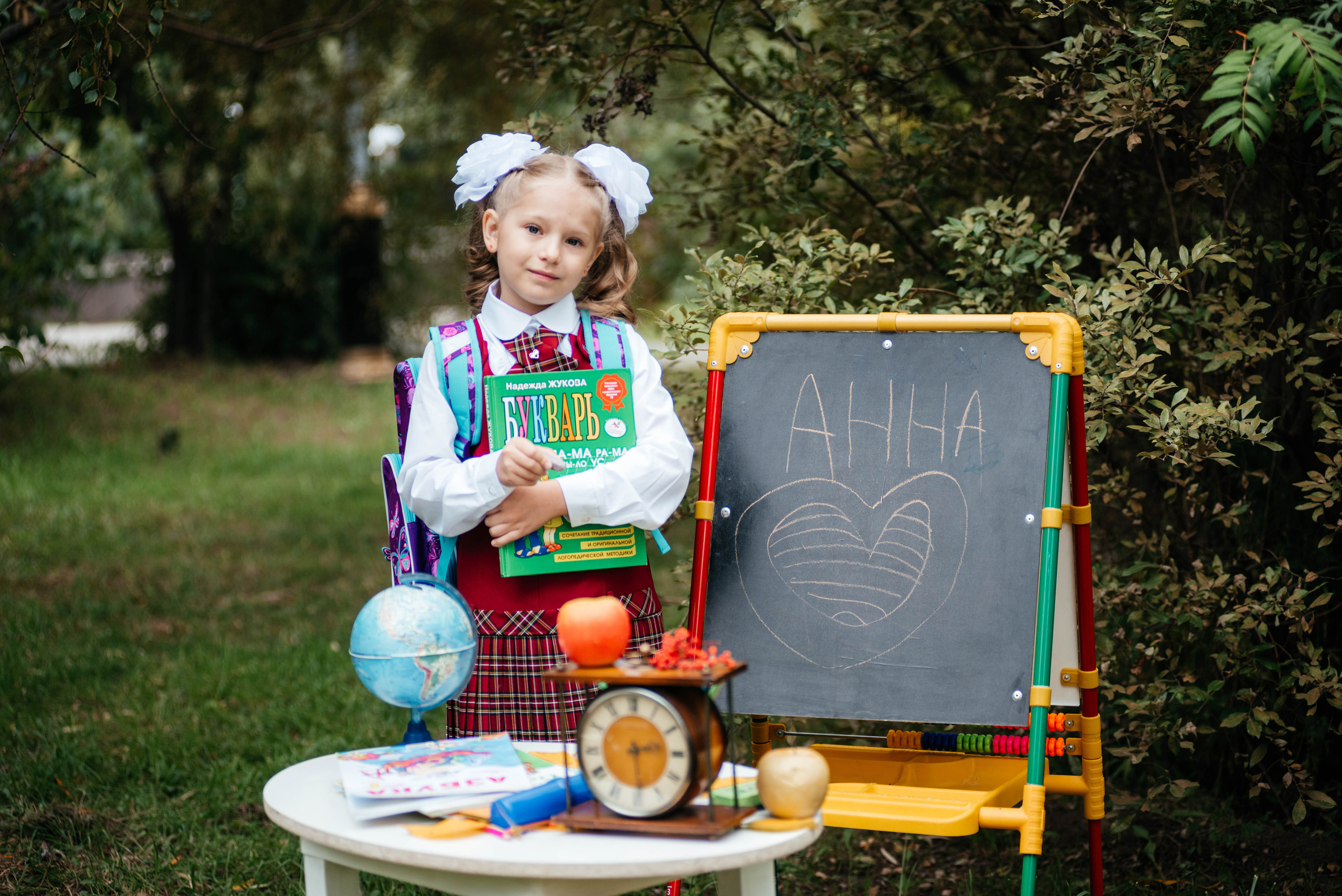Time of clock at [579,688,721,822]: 2:29
